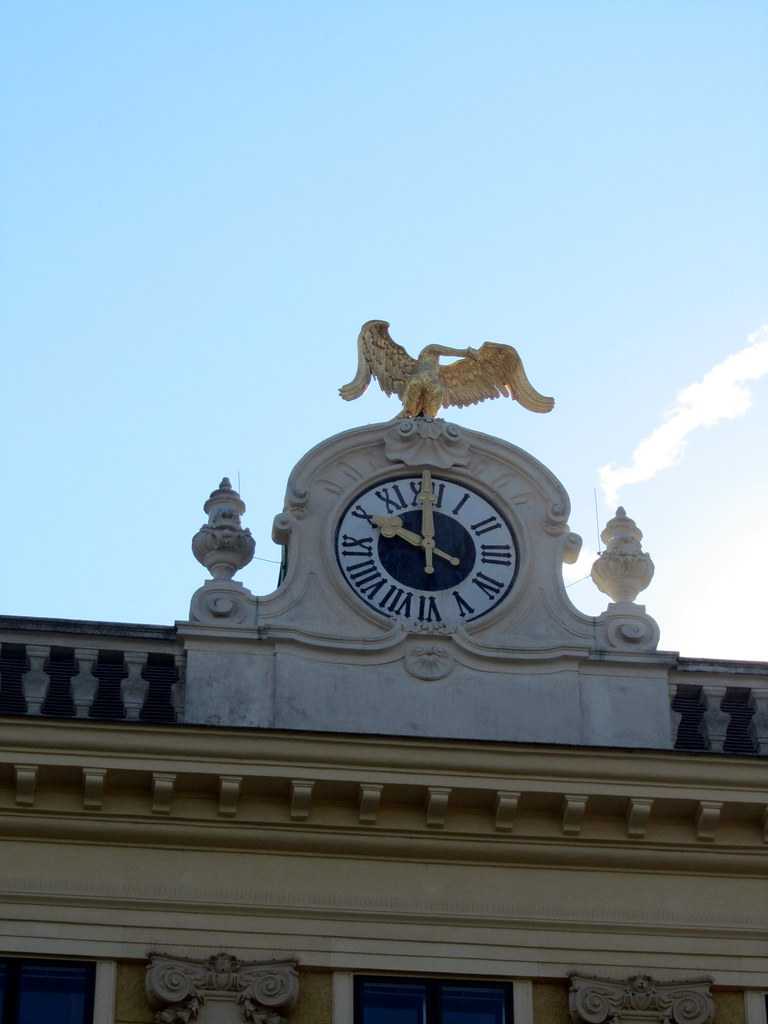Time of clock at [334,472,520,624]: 10:00
